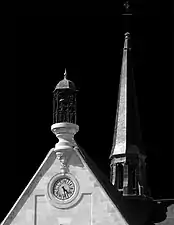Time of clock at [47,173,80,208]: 4:27
